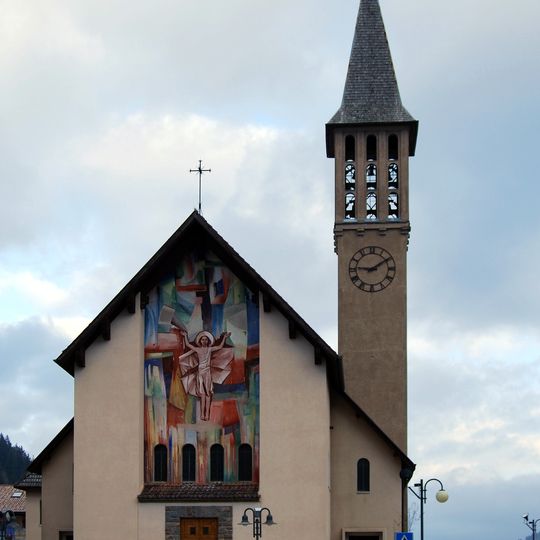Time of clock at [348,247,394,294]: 9:09
